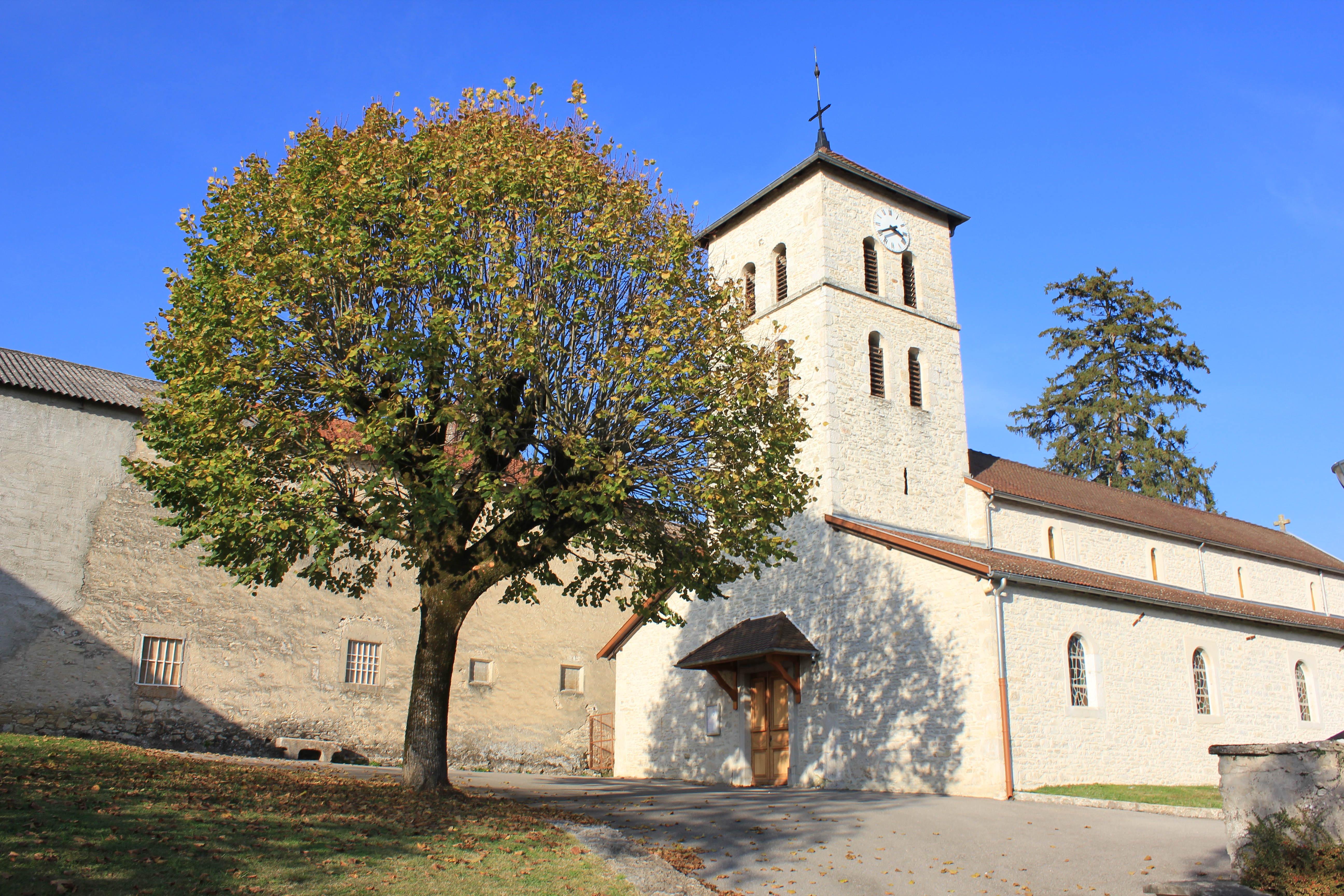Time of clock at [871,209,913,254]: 3:40
